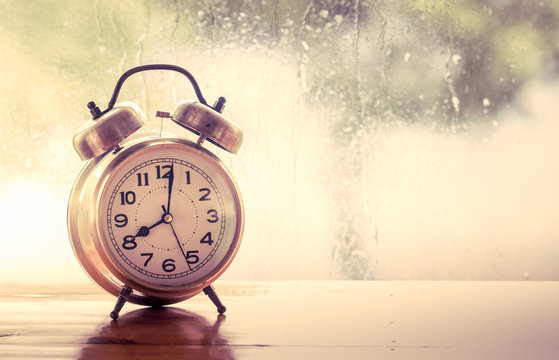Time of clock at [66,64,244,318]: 8:01
